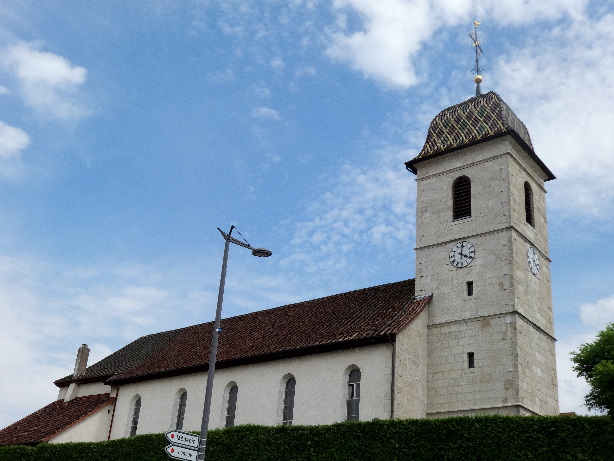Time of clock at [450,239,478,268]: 4:00
